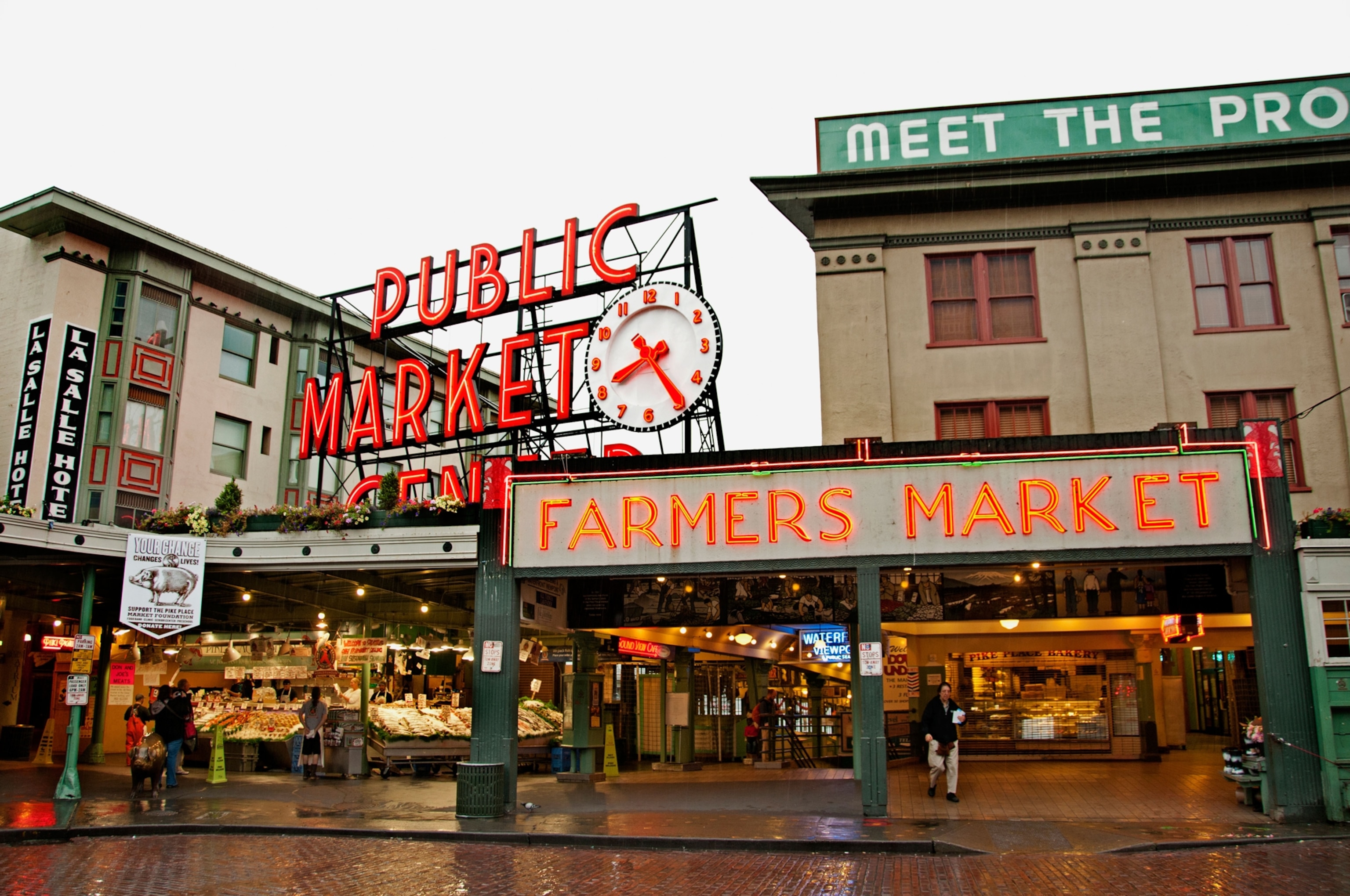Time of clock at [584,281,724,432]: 8:24
